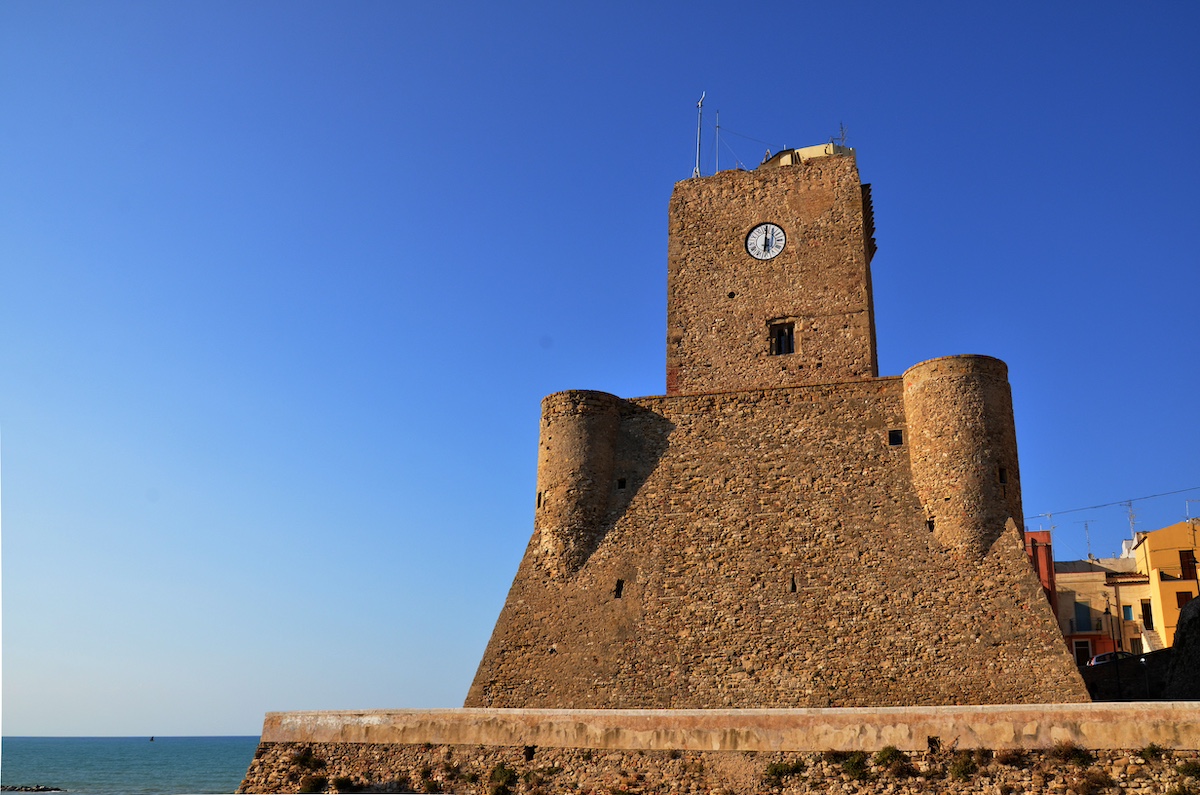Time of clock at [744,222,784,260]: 6:00
